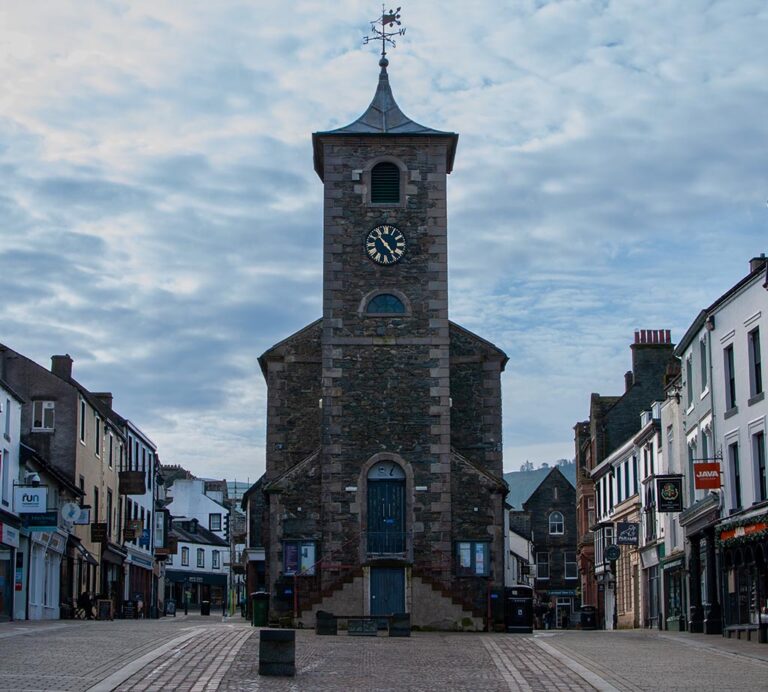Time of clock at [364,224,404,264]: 10:23
